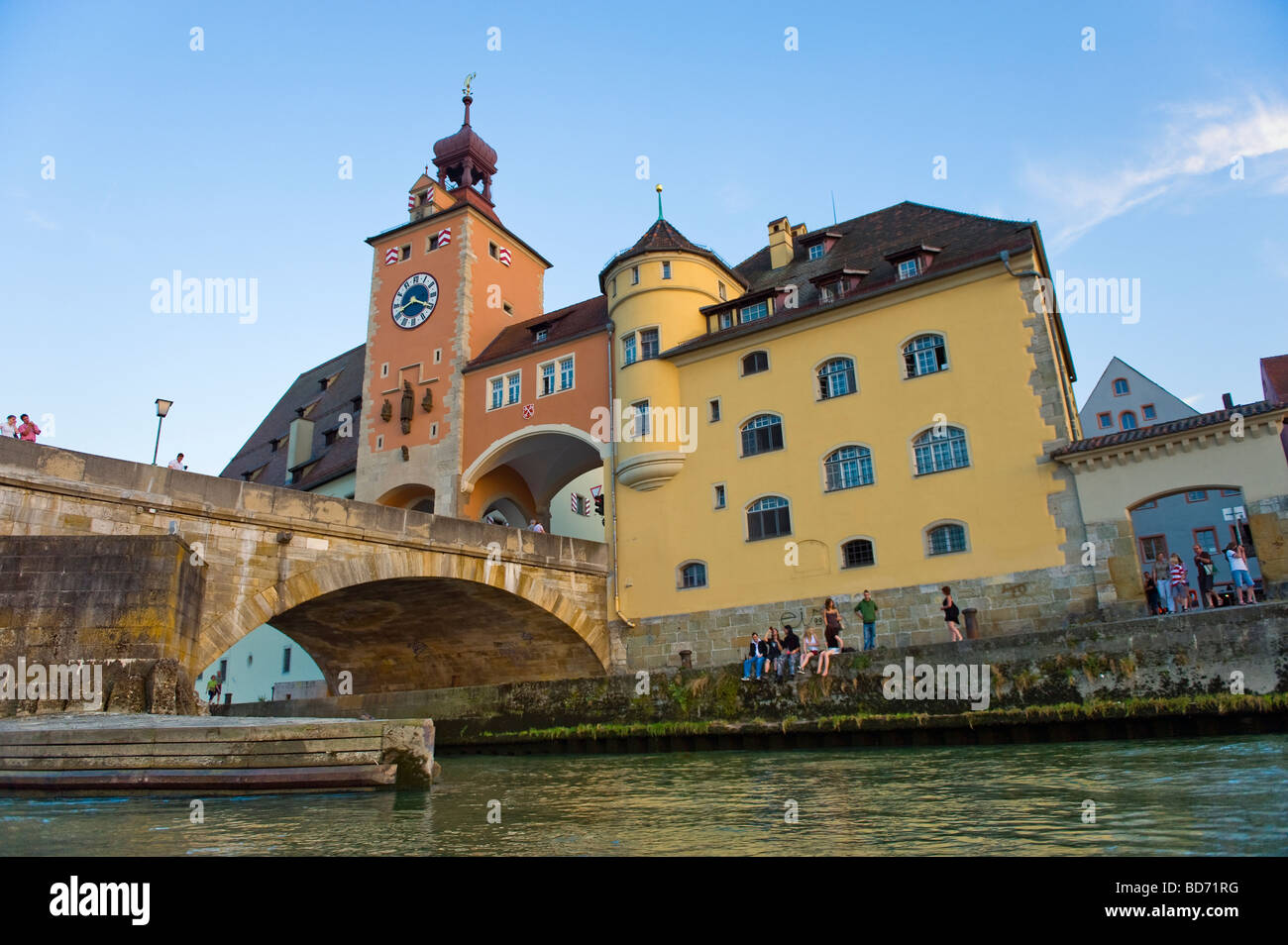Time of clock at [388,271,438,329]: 8:19
